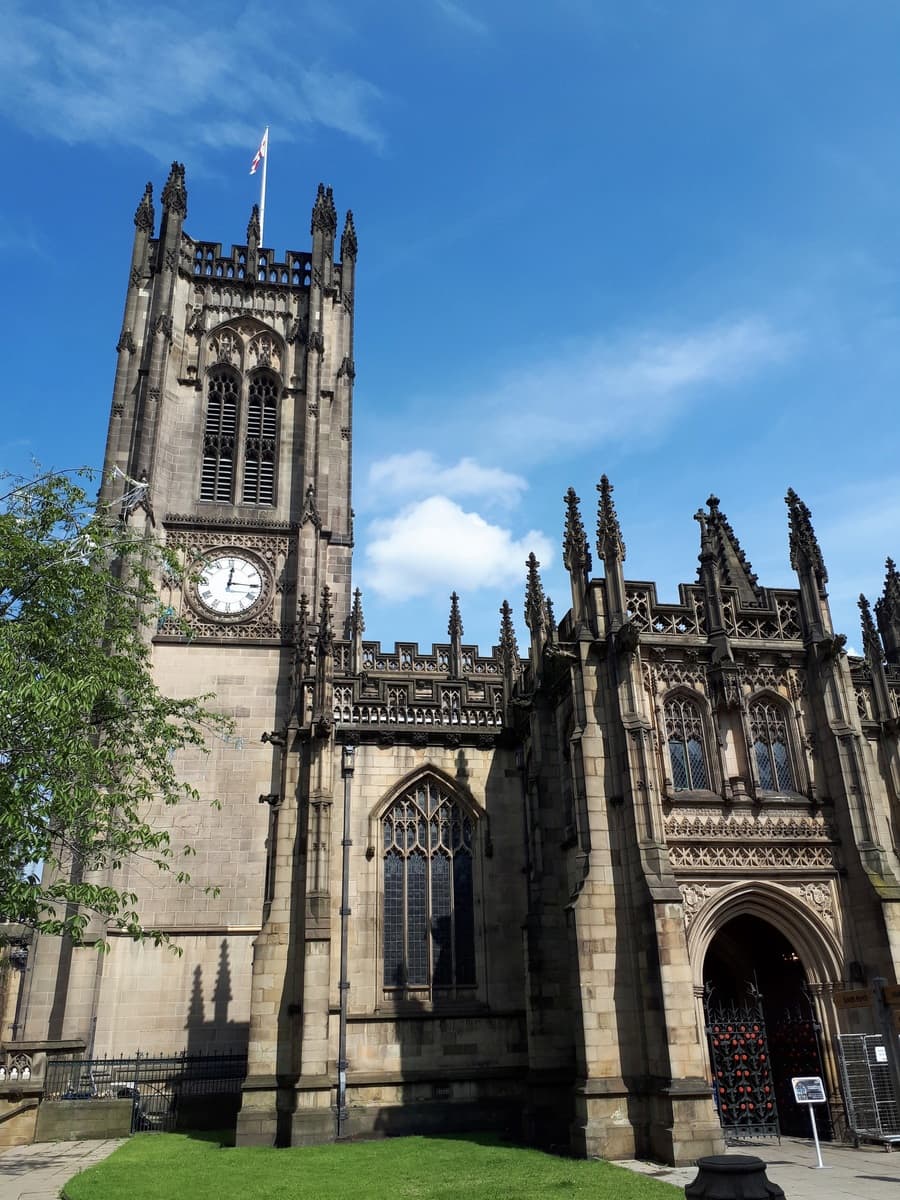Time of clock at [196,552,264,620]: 12:15
